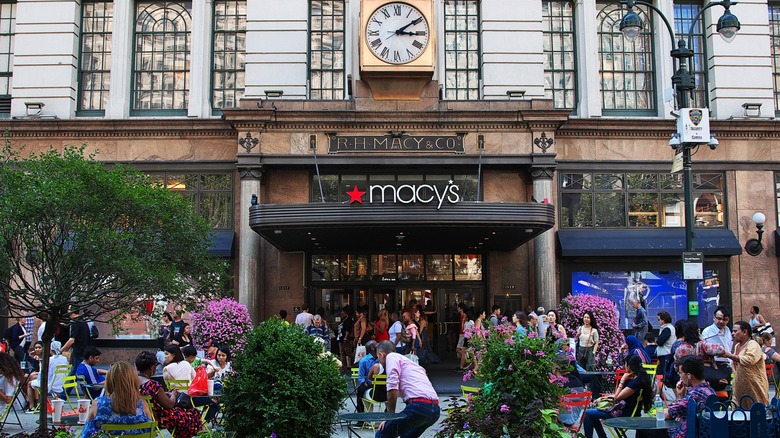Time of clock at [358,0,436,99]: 3:09
